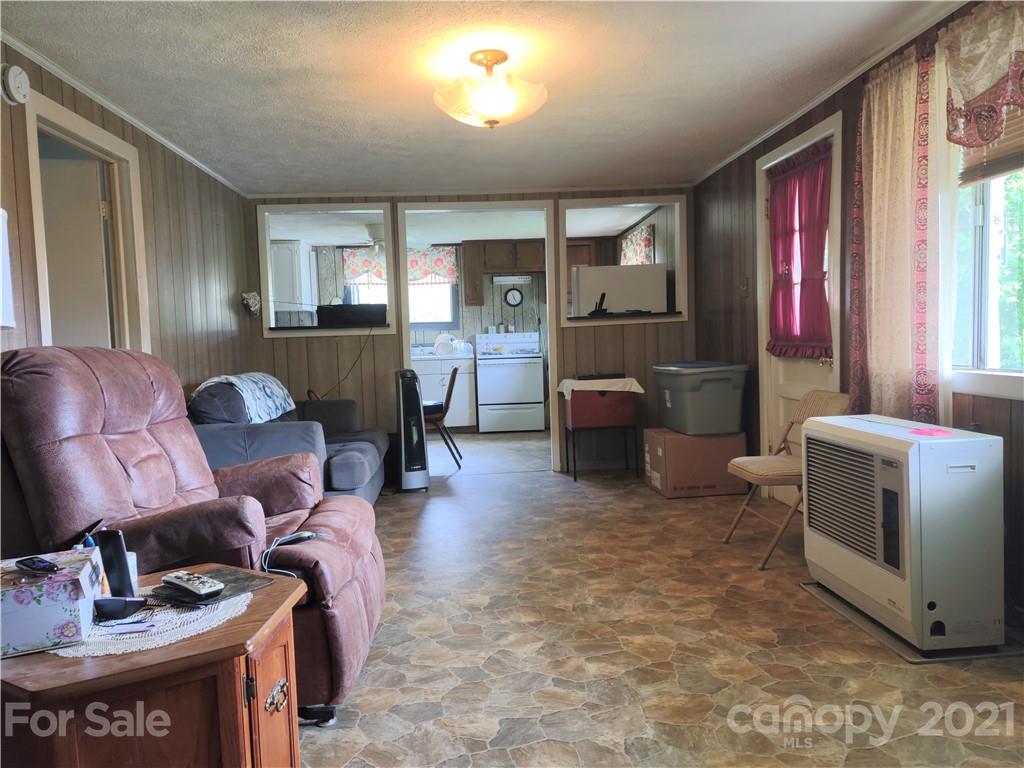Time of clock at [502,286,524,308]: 11:25
